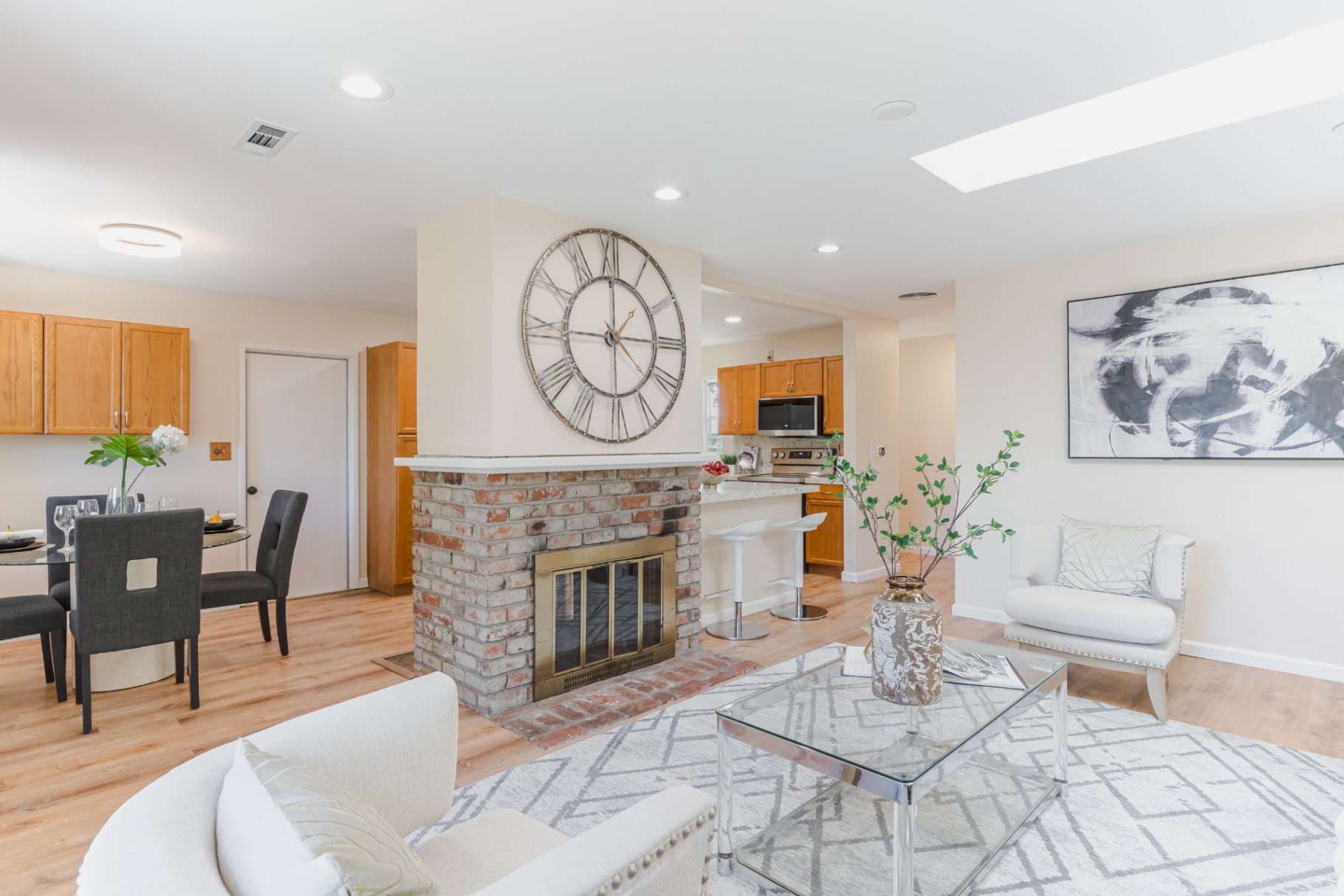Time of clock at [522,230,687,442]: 12:14
